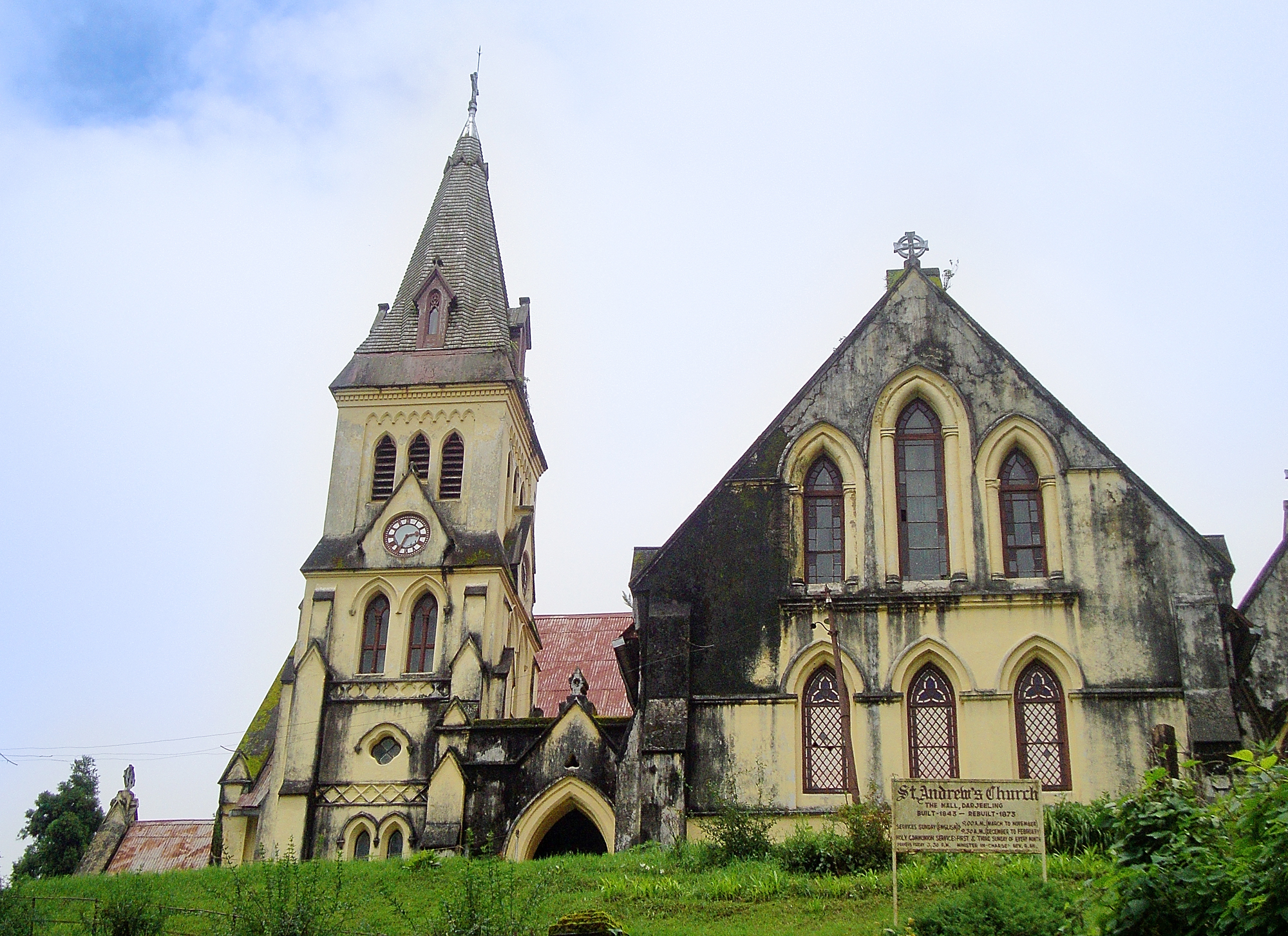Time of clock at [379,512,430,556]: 2:33
